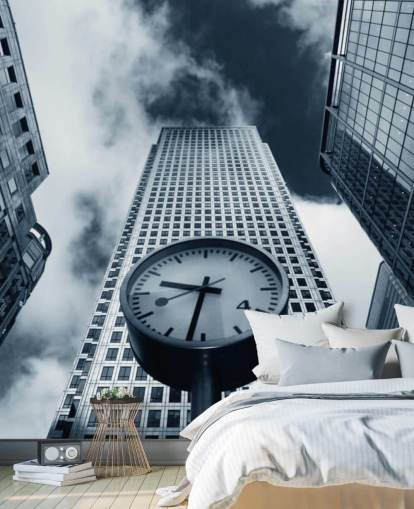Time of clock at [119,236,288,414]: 9:32
